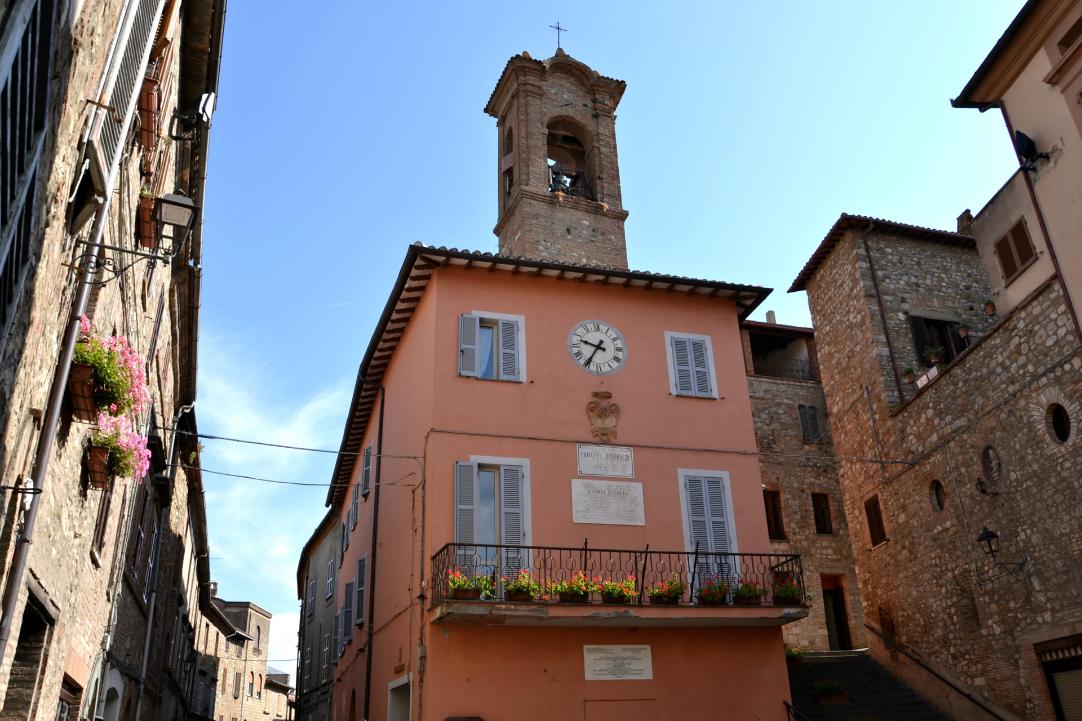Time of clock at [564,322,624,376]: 9:35
